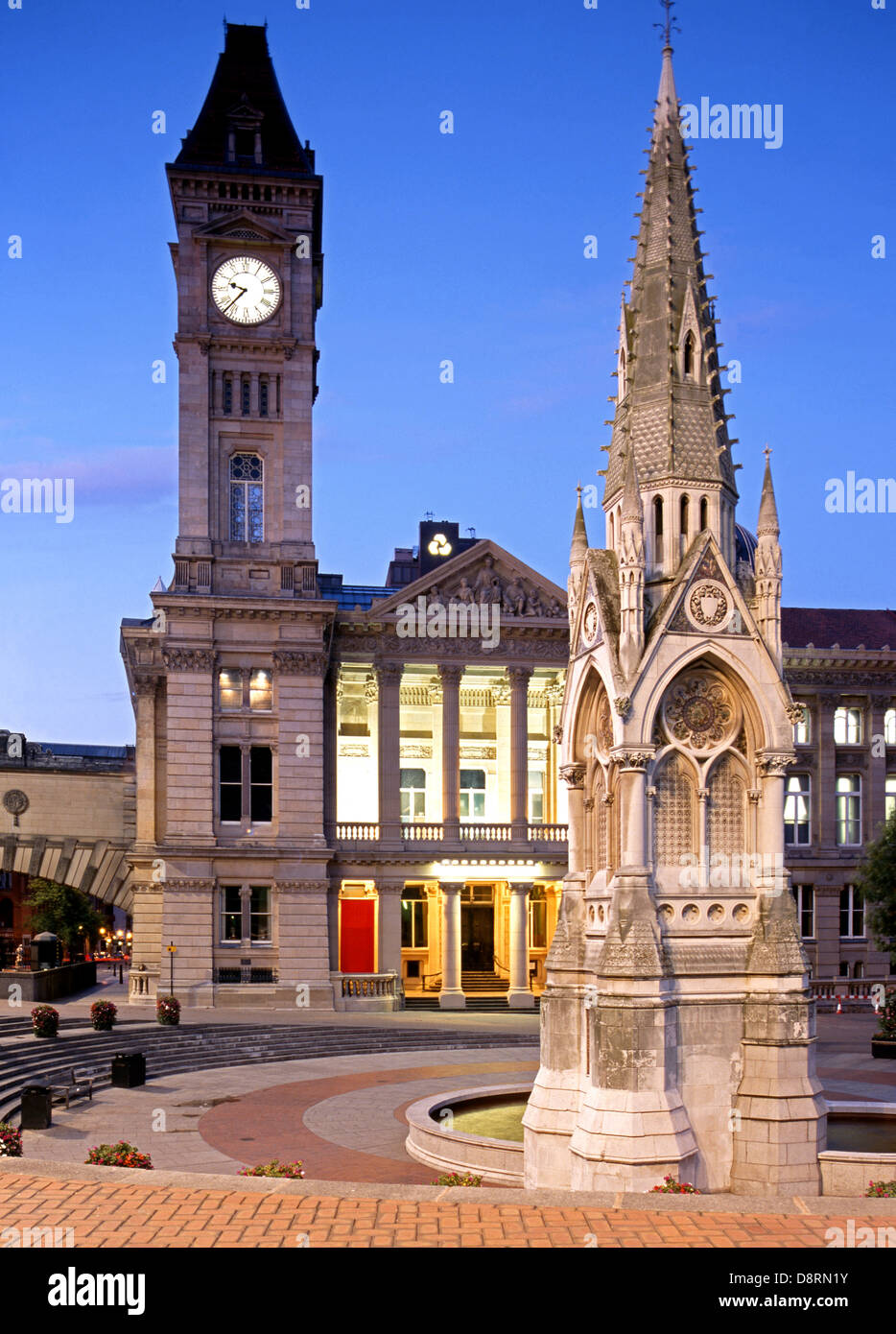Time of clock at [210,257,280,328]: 9:37
